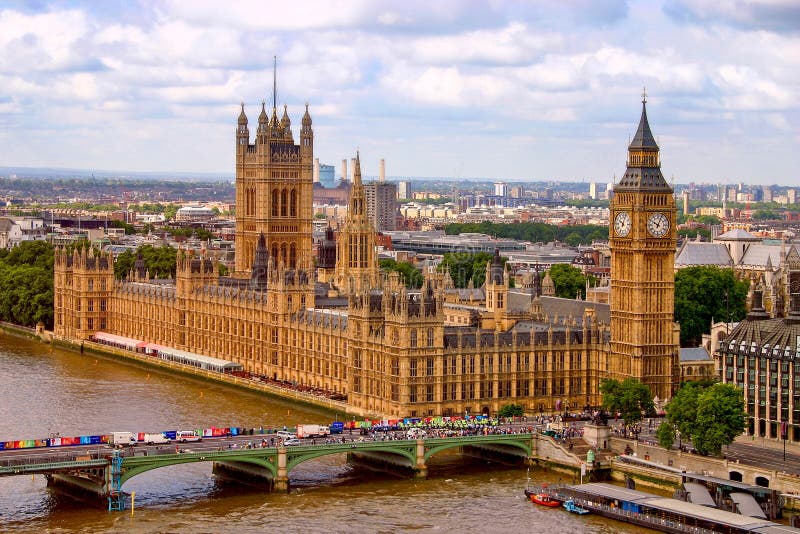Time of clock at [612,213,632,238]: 10:02
